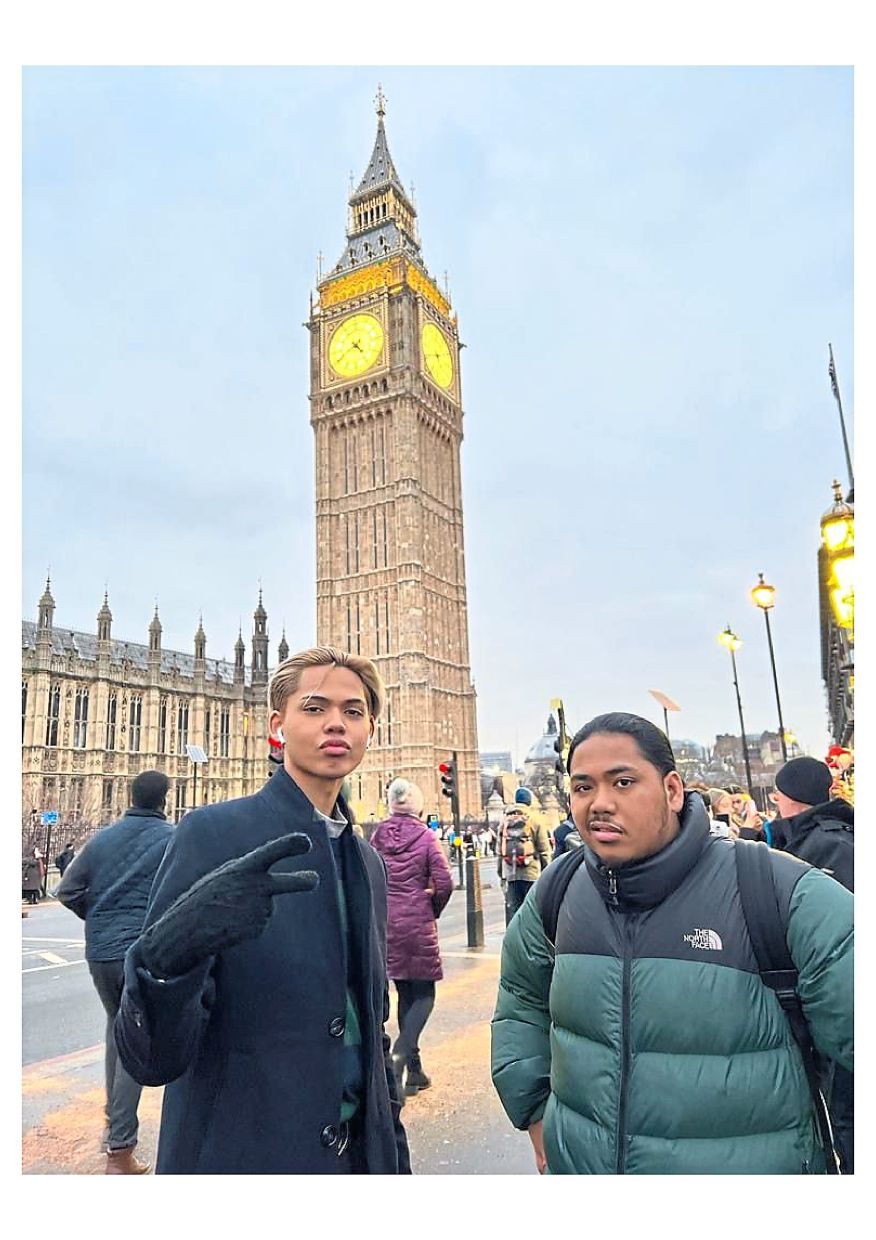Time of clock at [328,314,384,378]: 4:40
